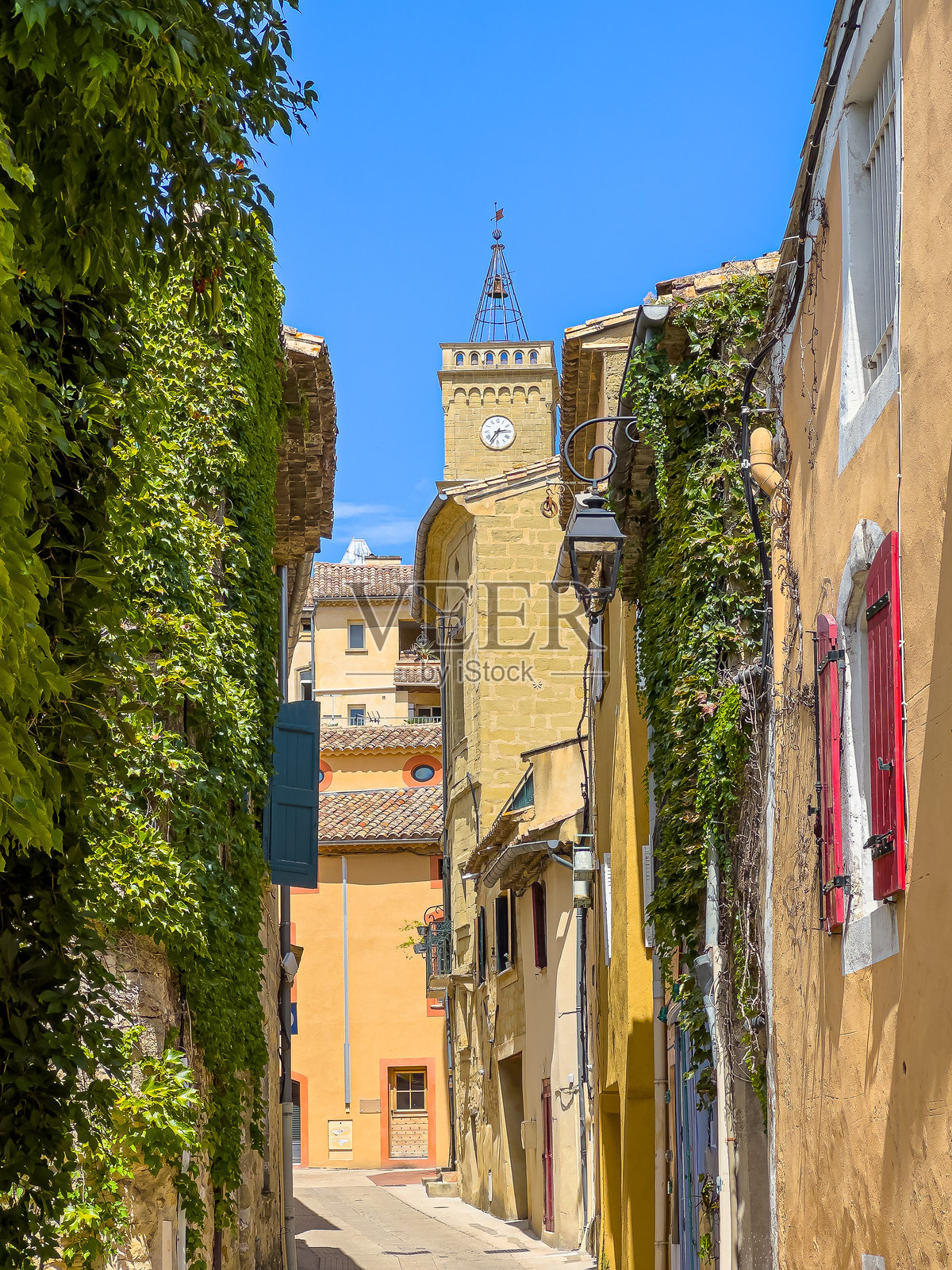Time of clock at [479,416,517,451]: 2:36
